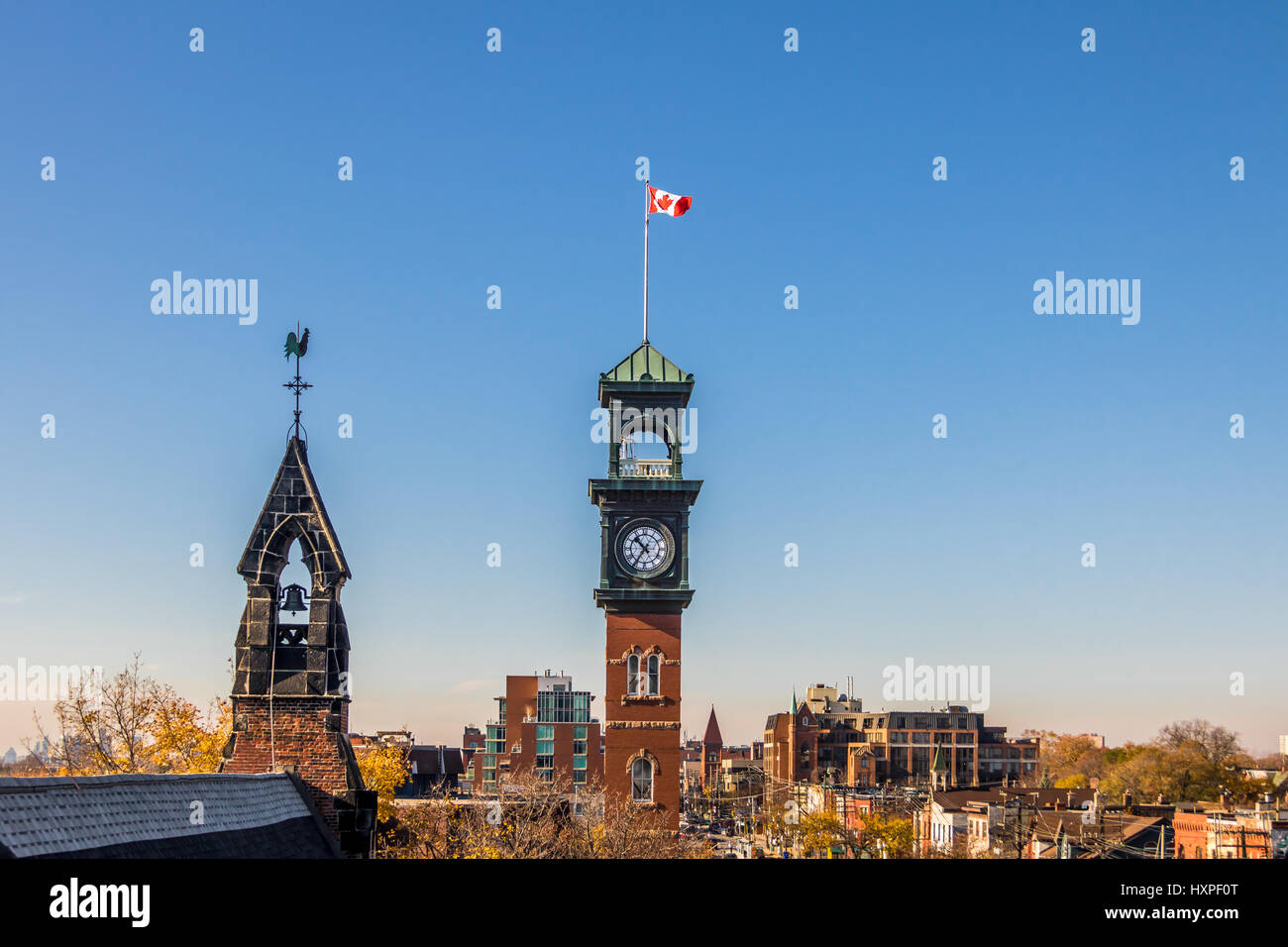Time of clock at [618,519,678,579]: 10:35
